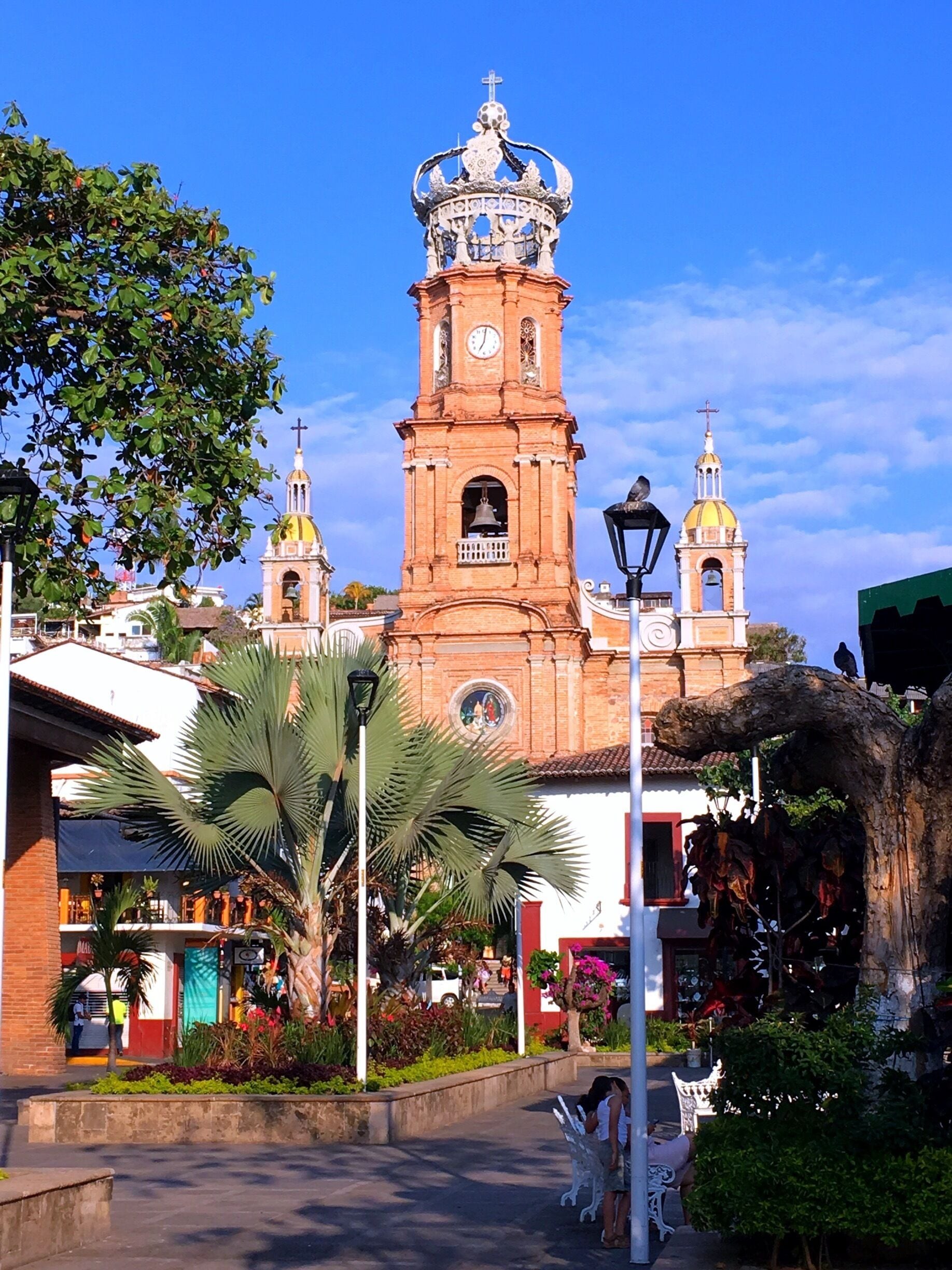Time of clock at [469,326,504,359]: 7:01
